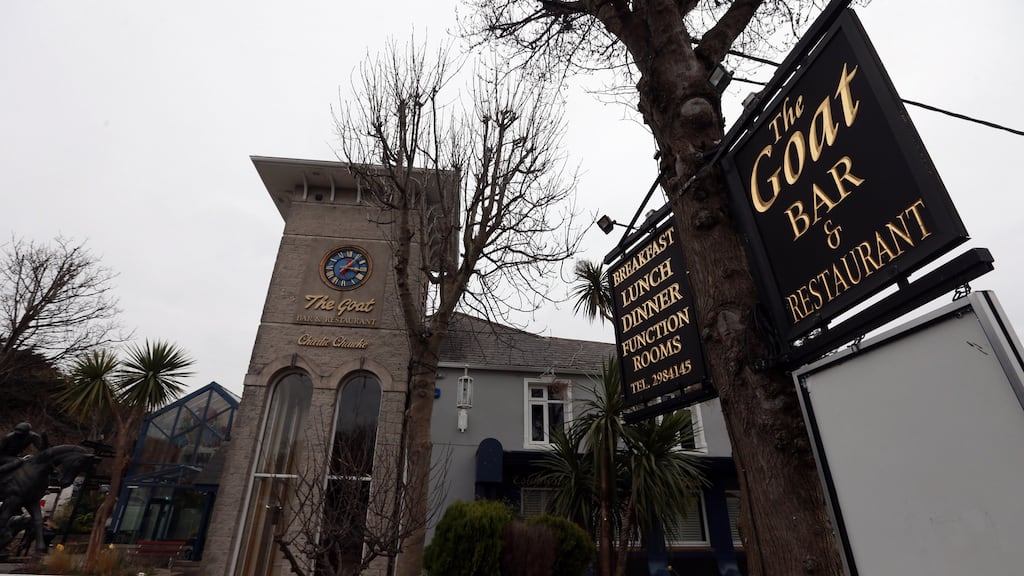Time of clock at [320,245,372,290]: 1:16
